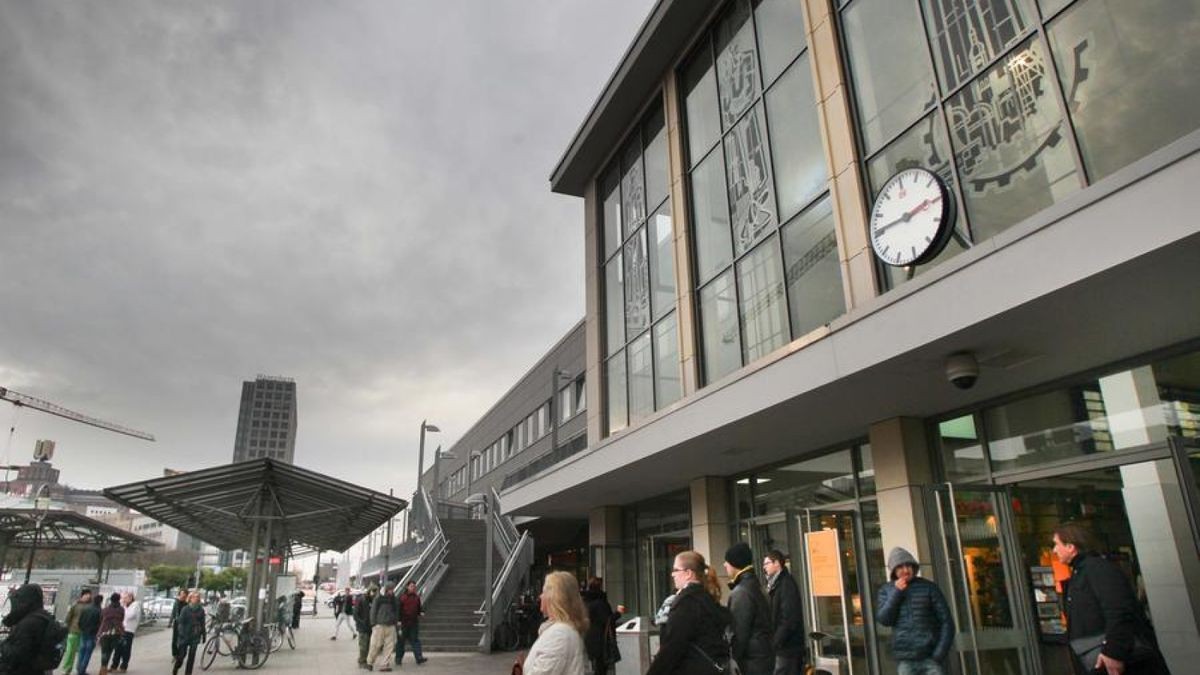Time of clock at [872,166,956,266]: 2:45
